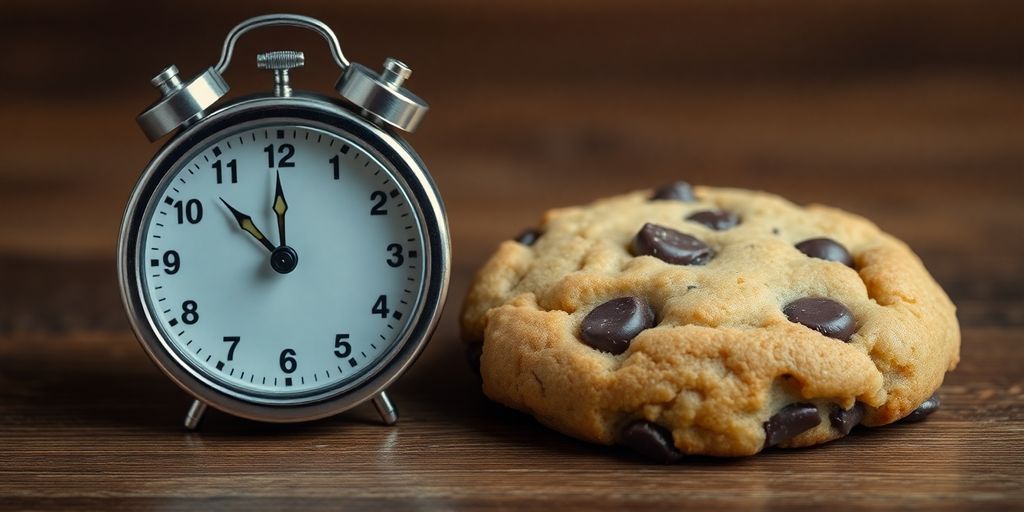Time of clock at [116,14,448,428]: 11:52
